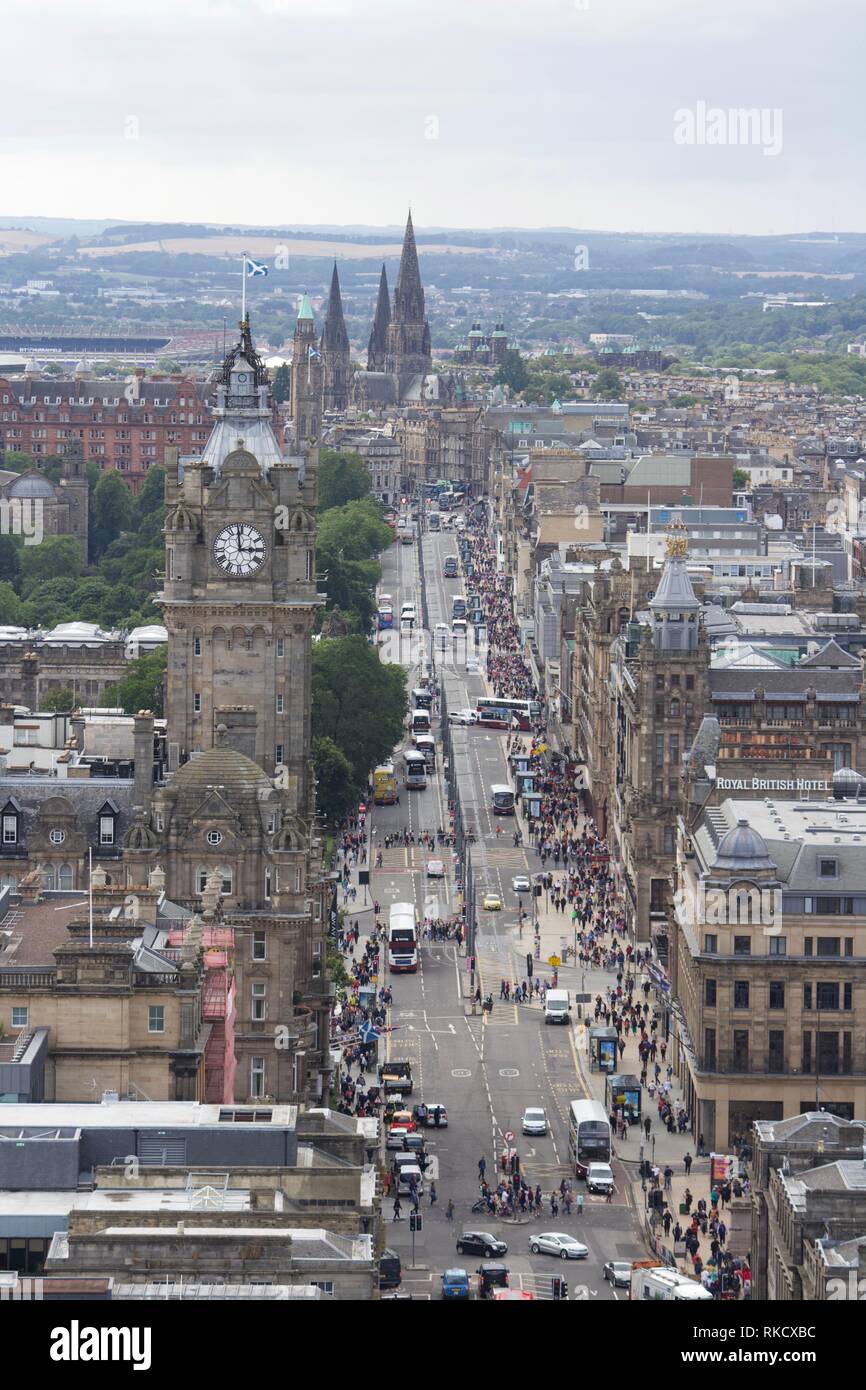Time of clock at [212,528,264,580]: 2:58
